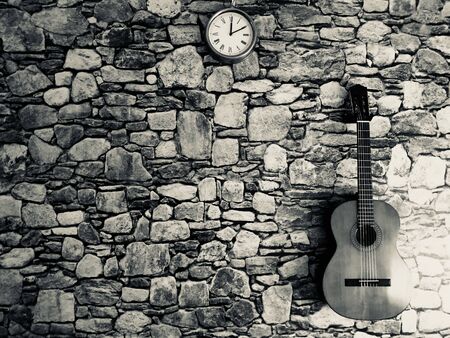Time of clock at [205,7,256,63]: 12:10
